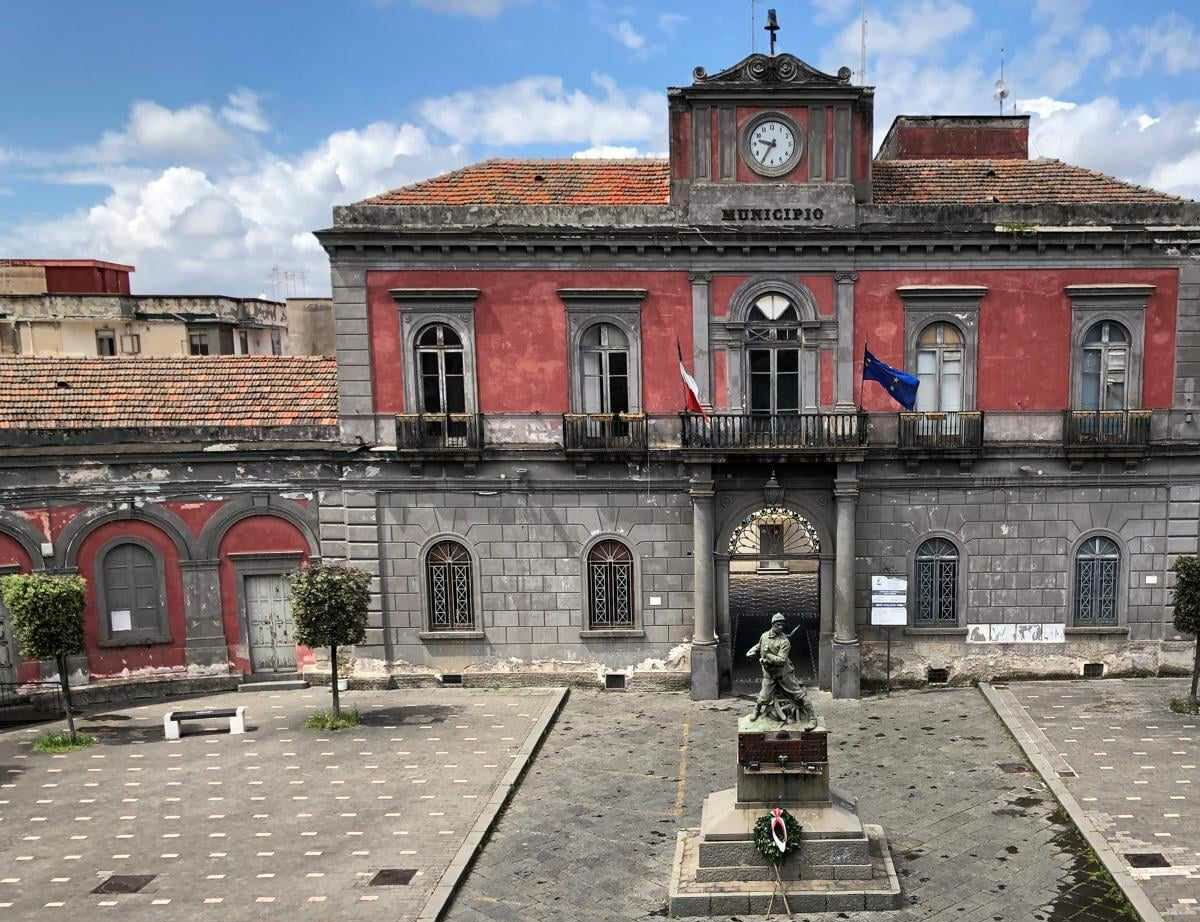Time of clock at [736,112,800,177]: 9:35
